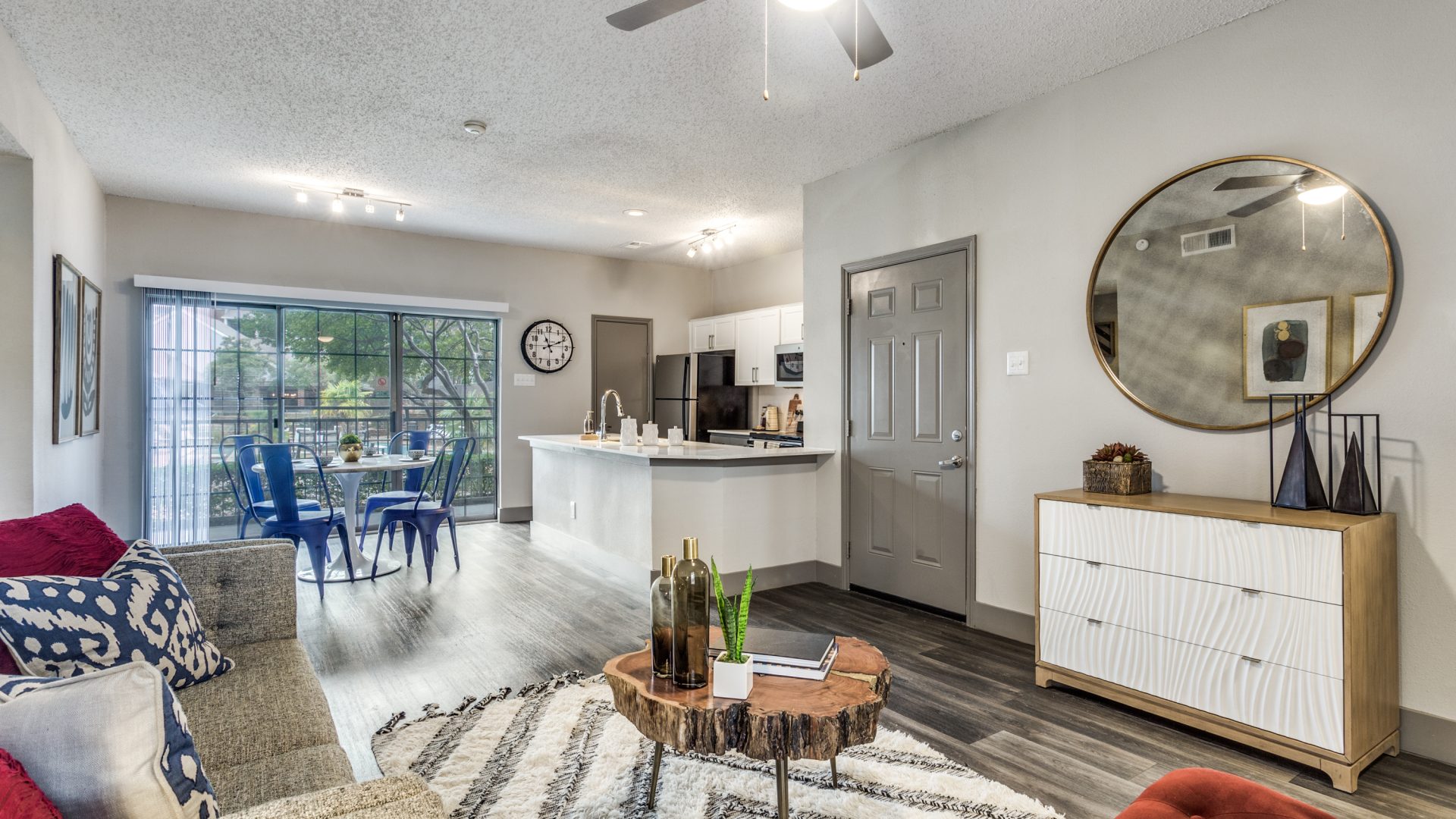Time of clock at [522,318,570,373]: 11:11
